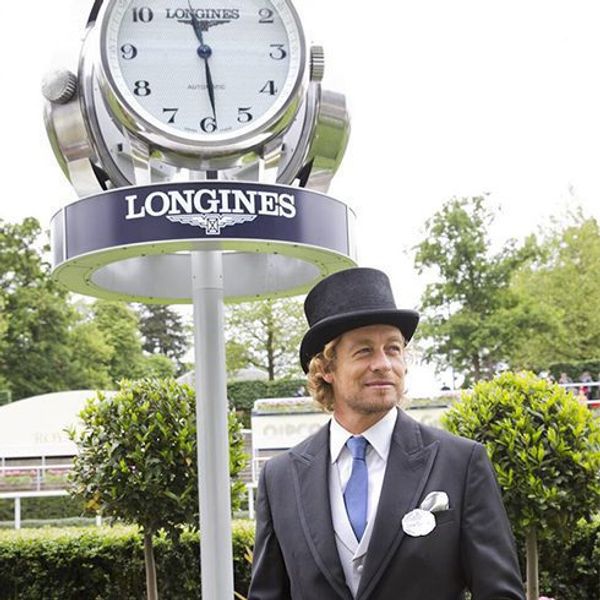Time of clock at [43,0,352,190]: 11:28
